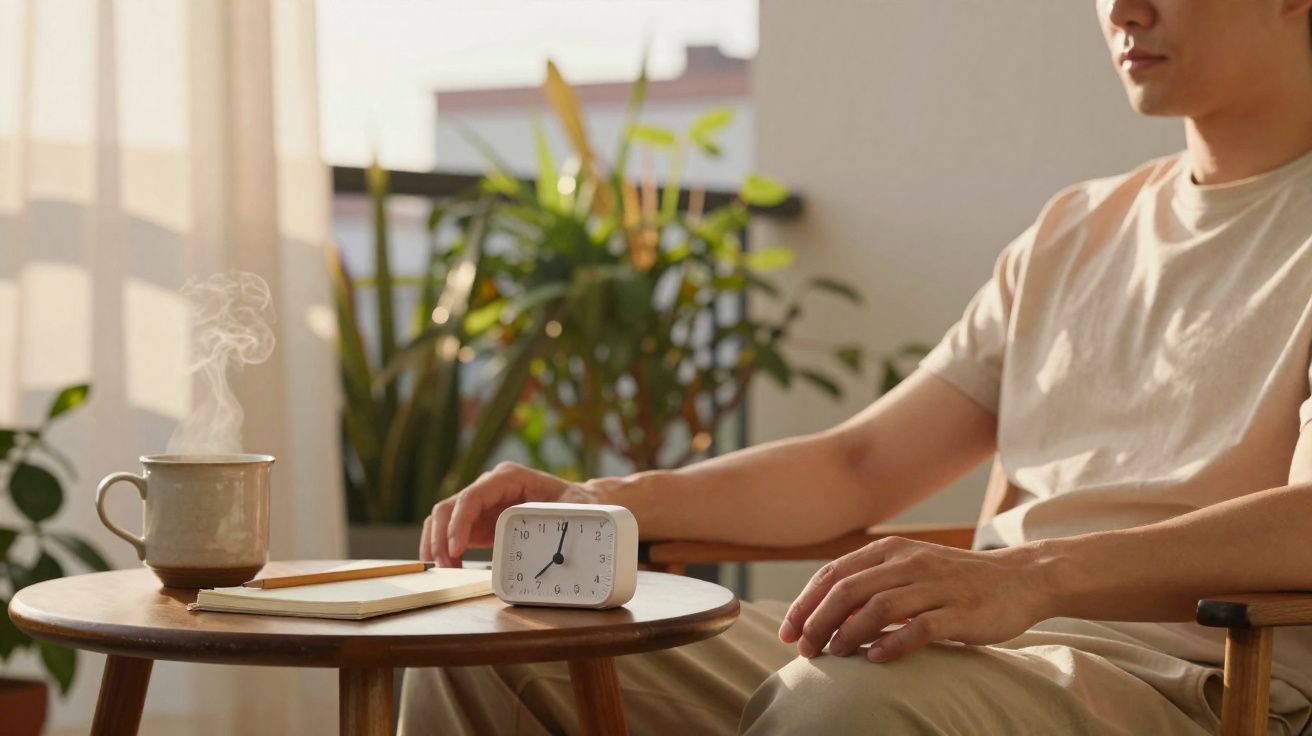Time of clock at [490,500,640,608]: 7:01
